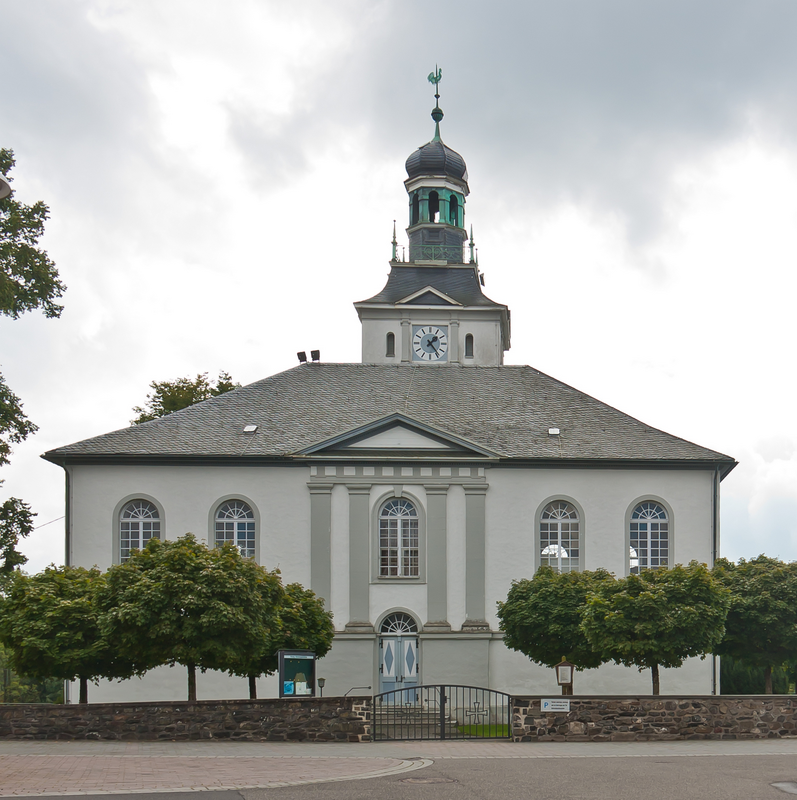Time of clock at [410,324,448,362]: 1:23
